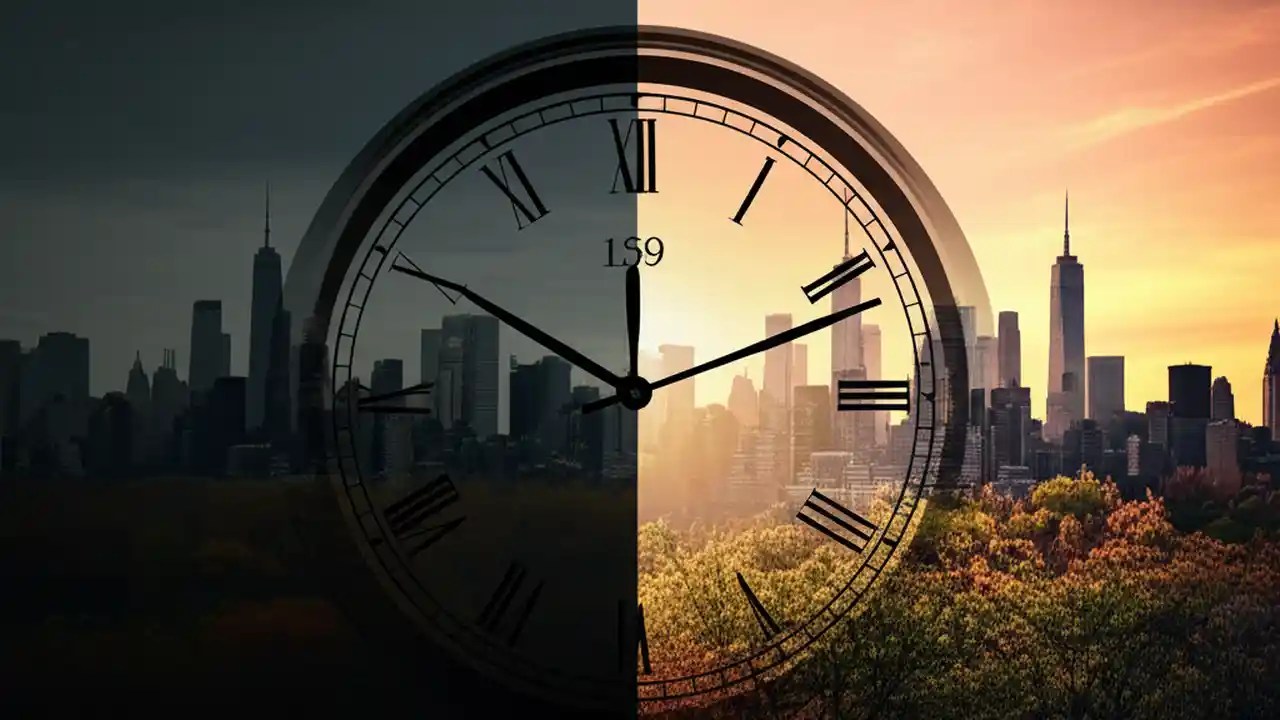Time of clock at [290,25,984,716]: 10:11
